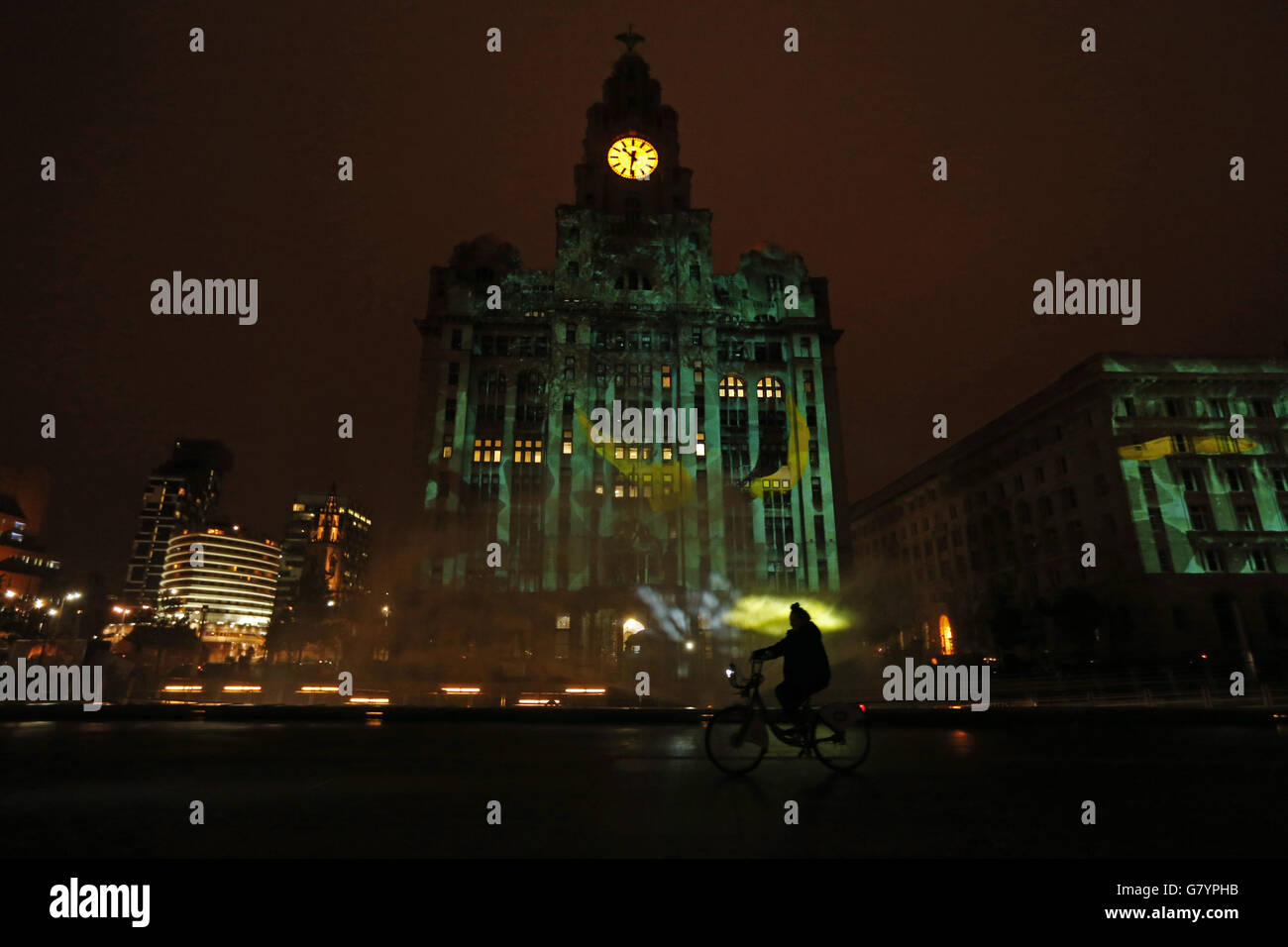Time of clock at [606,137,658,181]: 10:31
